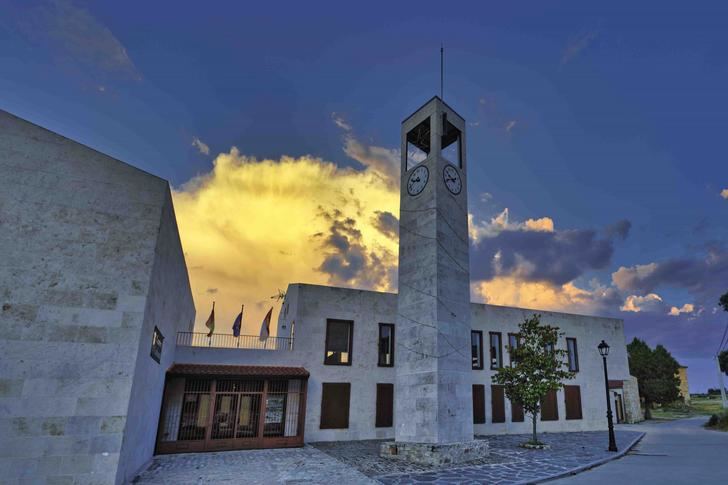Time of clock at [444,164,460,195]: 9:42
